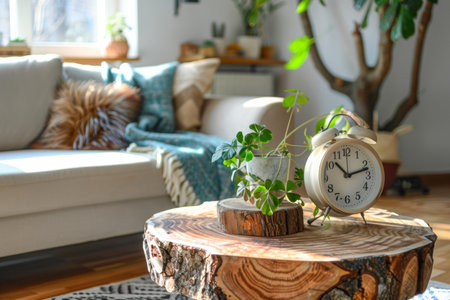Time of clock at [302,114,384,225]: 10:12
